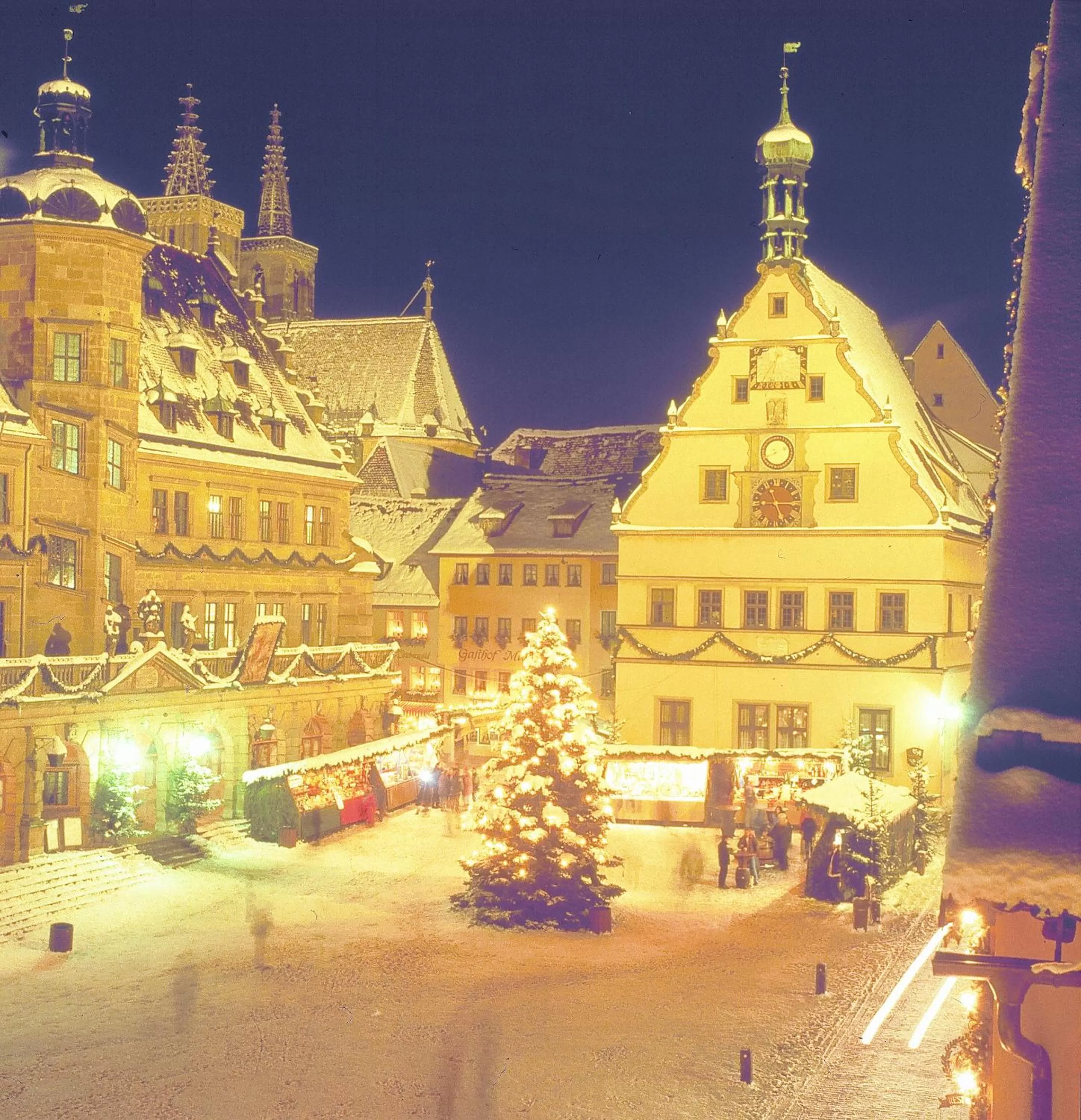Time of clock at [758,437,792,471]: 8:11
